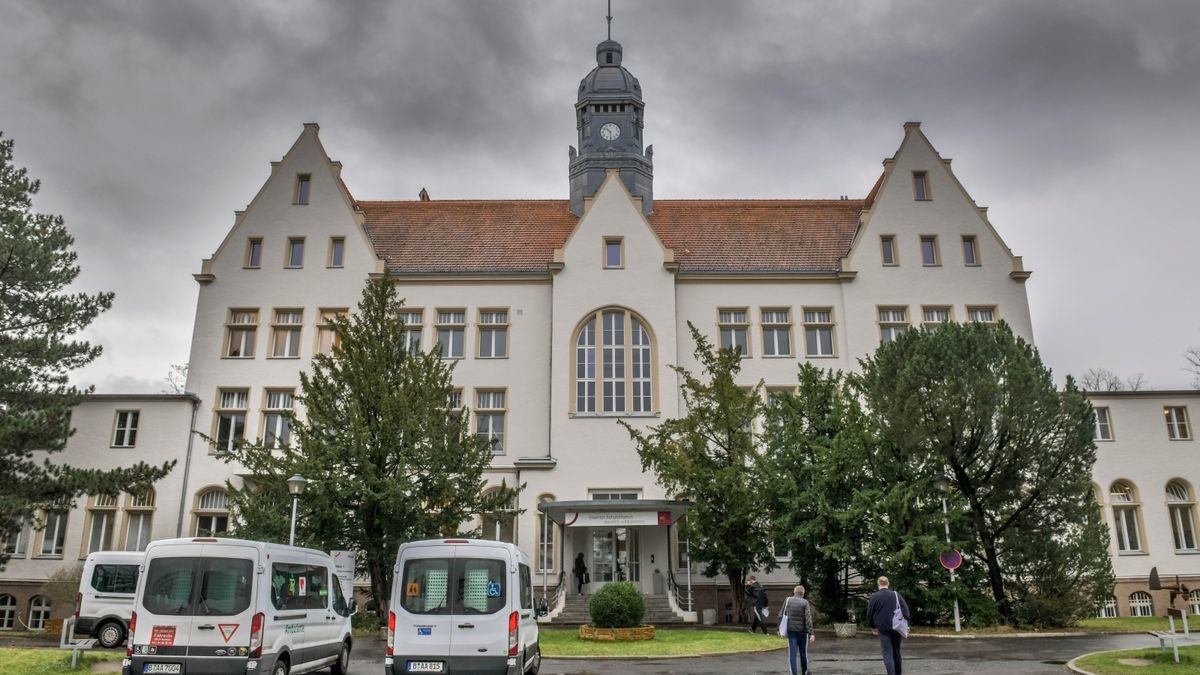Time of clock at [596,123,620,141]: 10:30
